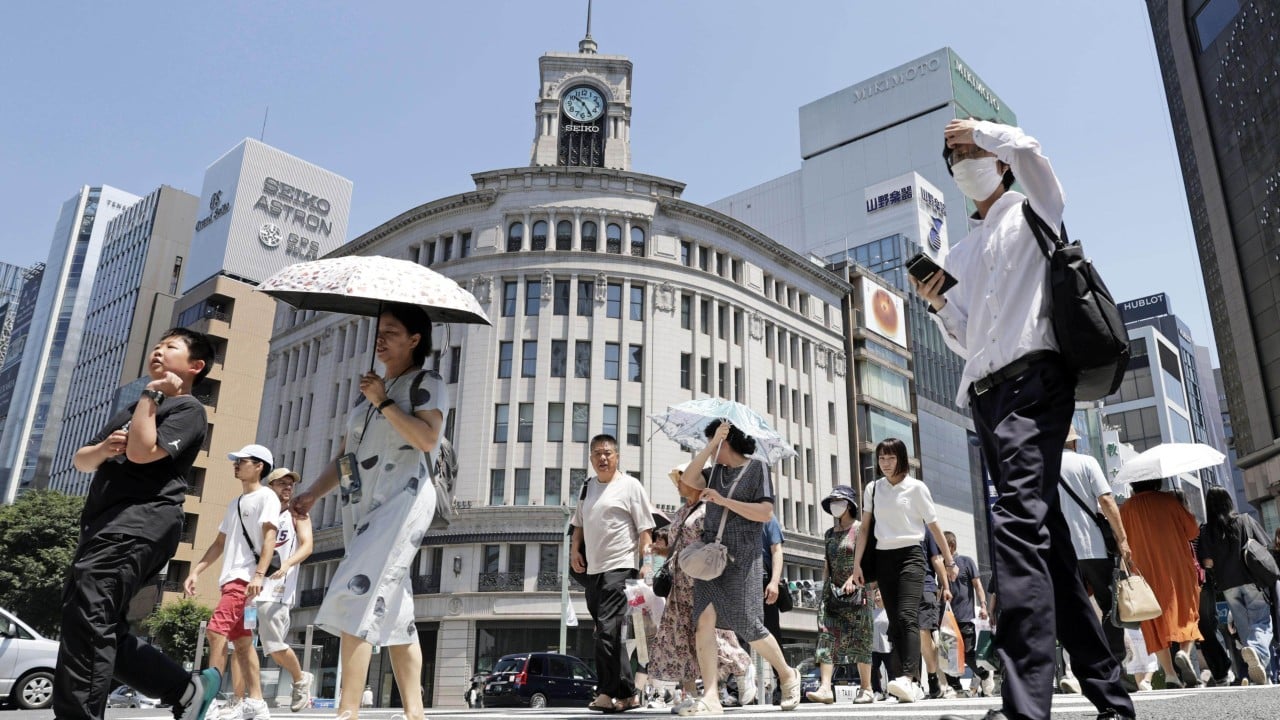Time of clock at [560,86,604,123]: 10:24
